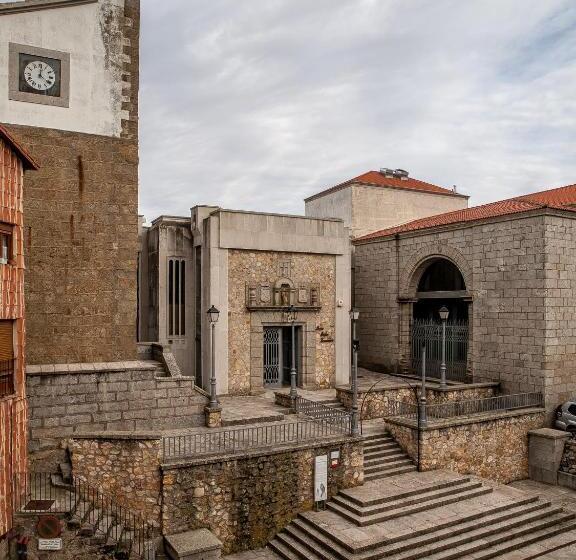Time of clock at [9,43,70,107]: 4:01
